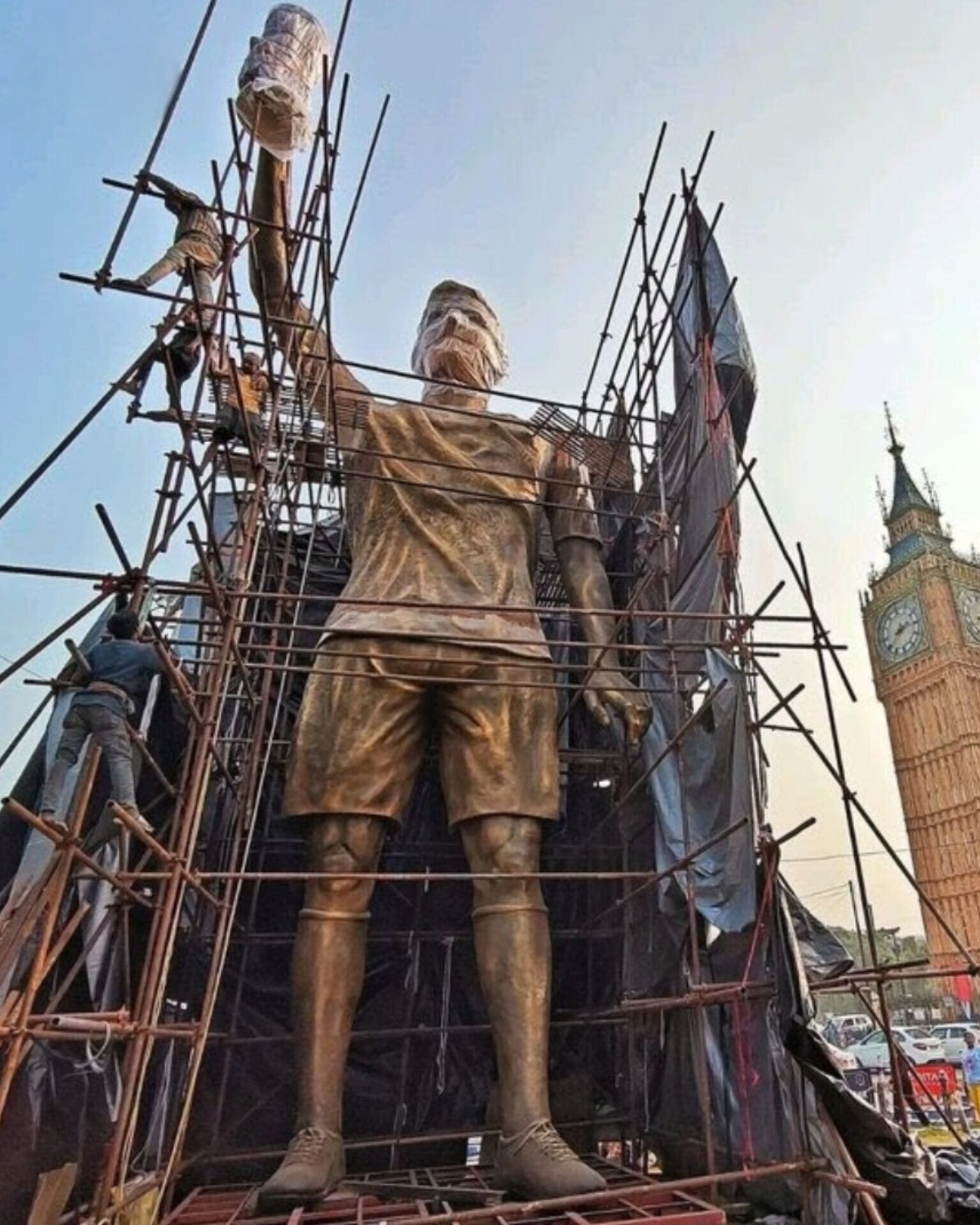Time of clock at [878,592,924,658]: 2:38
